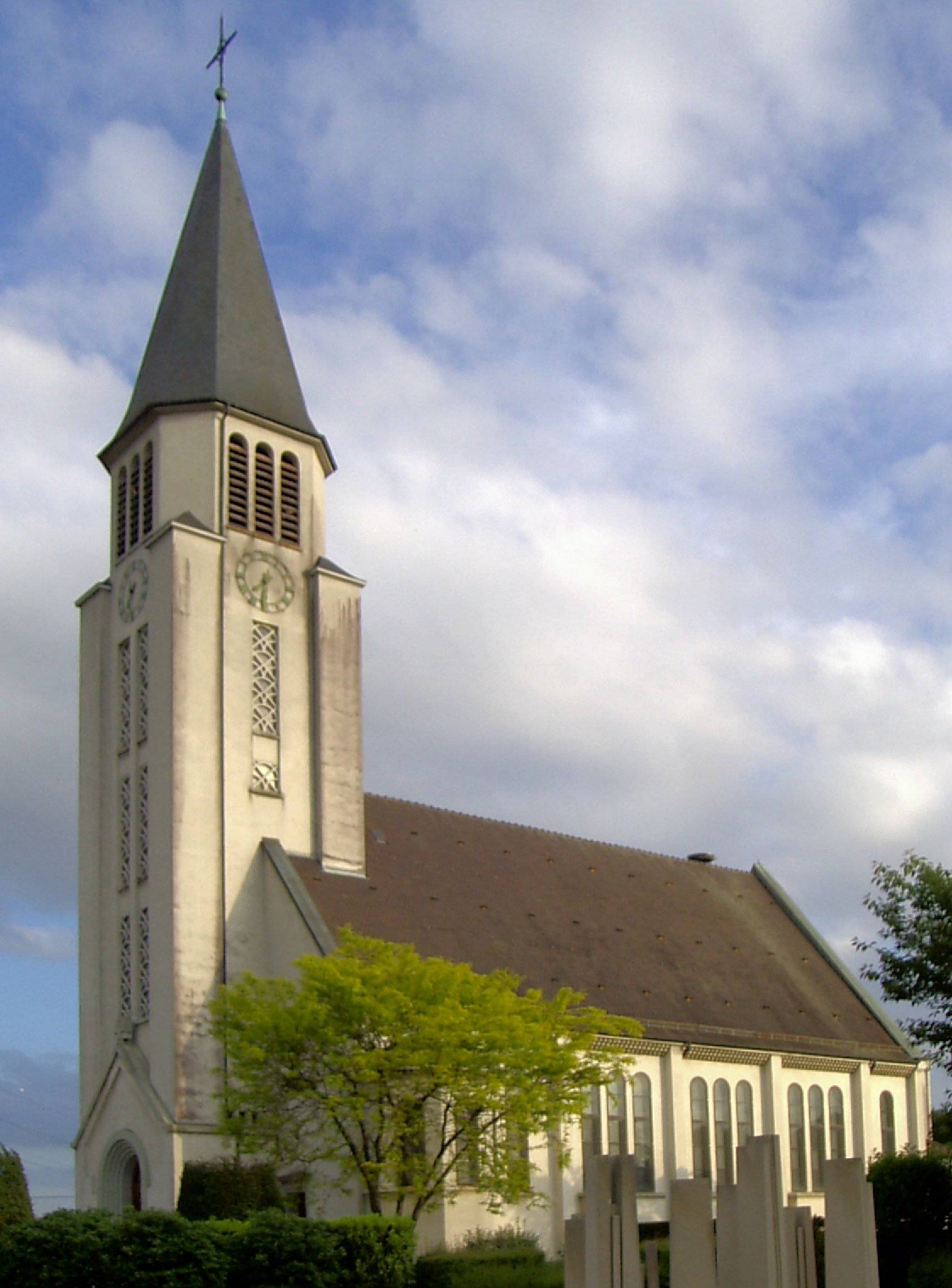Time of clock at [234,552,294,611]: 7:31
